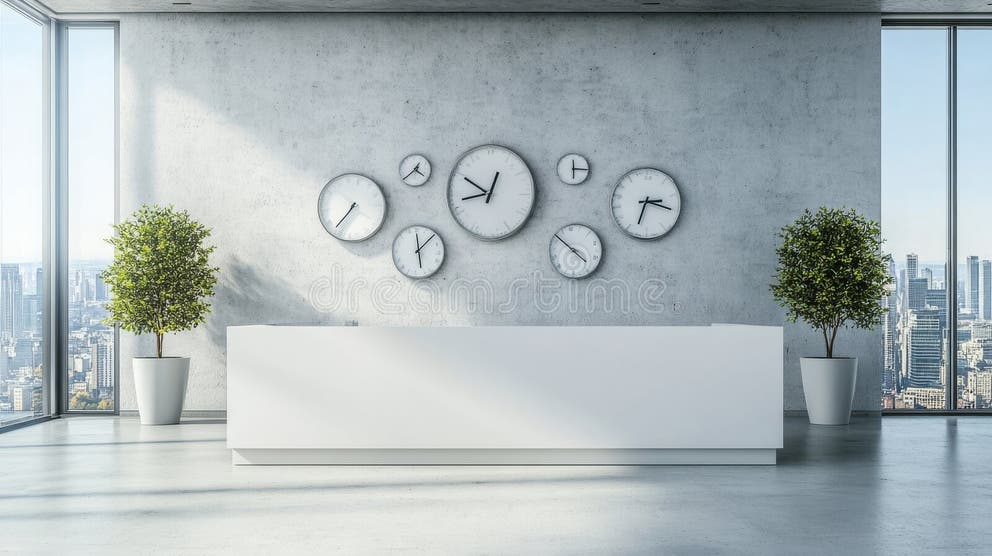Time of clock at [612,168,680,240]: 2:32
